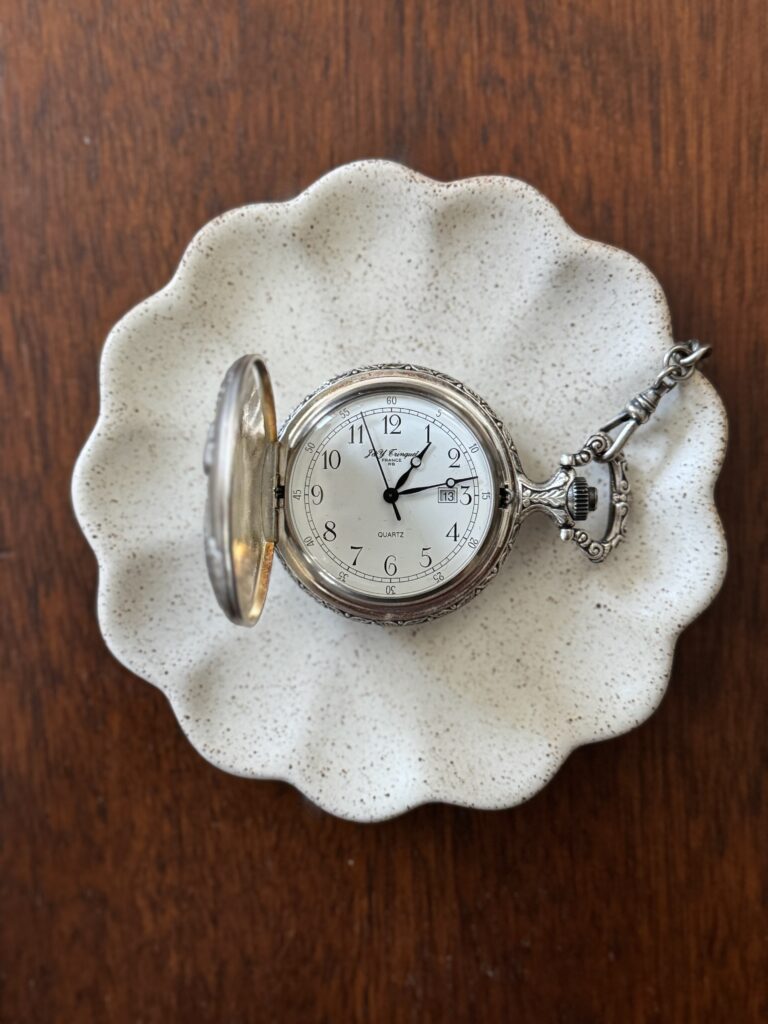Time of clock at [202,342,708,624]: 1:13
